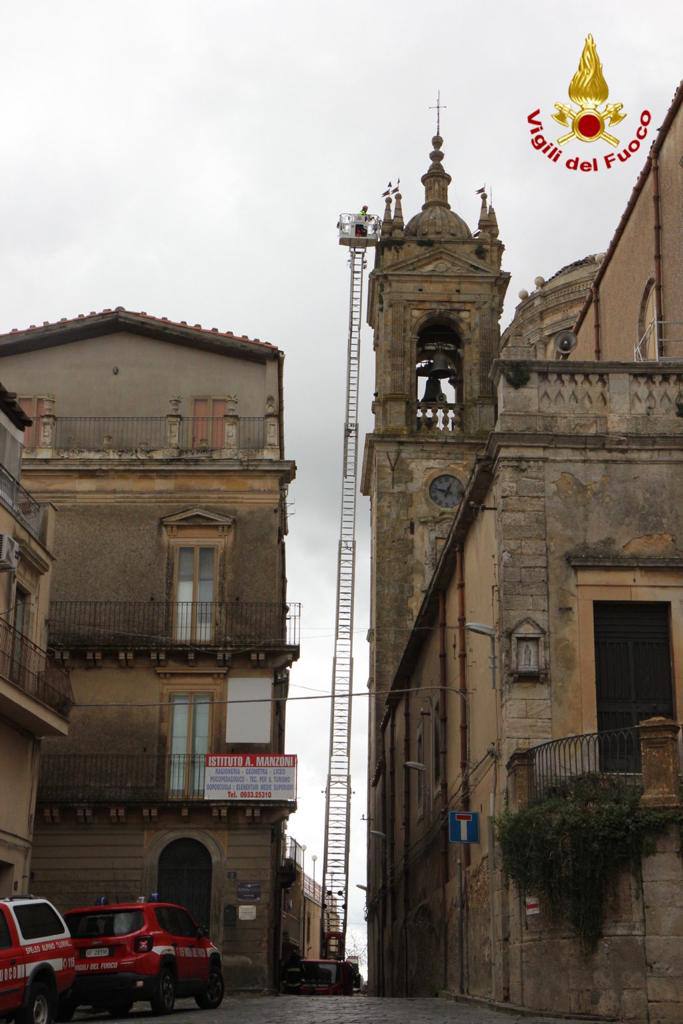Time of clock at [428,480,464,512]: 12:47
